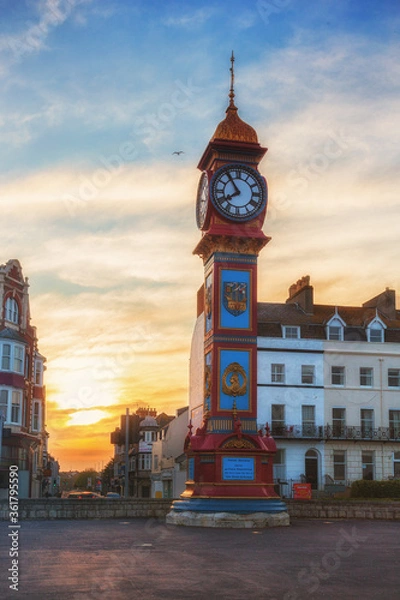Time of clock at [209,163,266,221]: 7:54
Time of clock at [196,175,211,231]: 7:54
